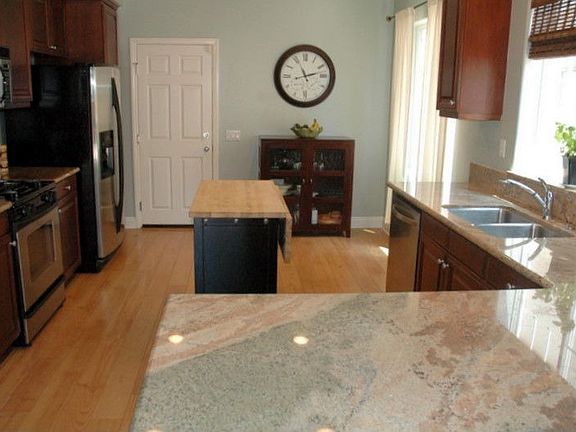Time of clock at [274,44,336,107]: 11:12
